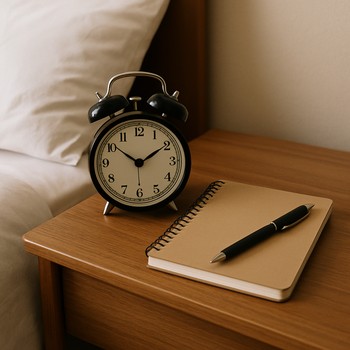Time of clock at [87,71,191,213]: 1:51
